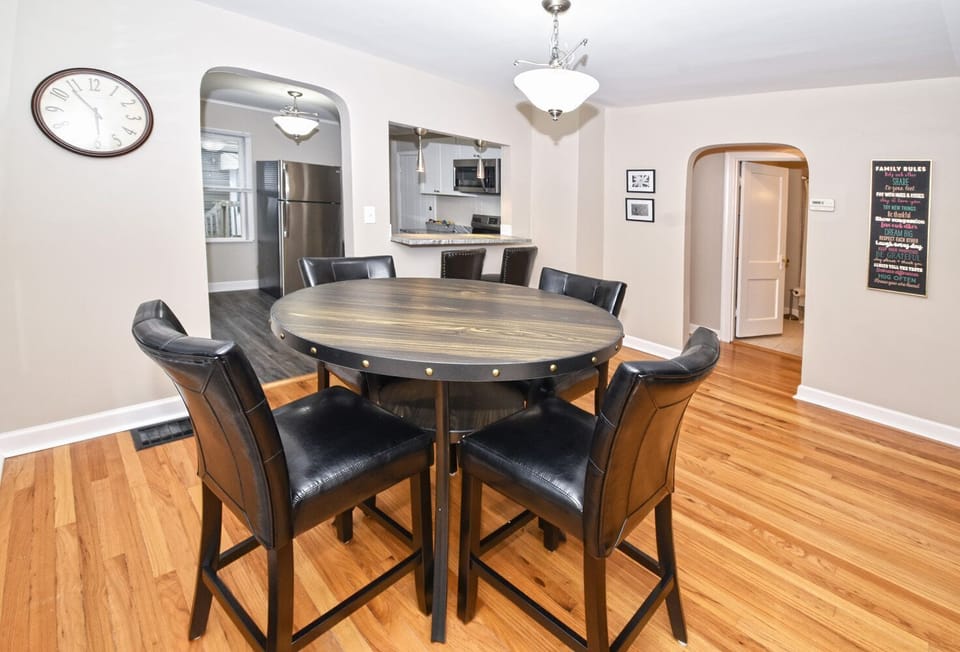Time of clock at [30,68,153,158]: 5:53
